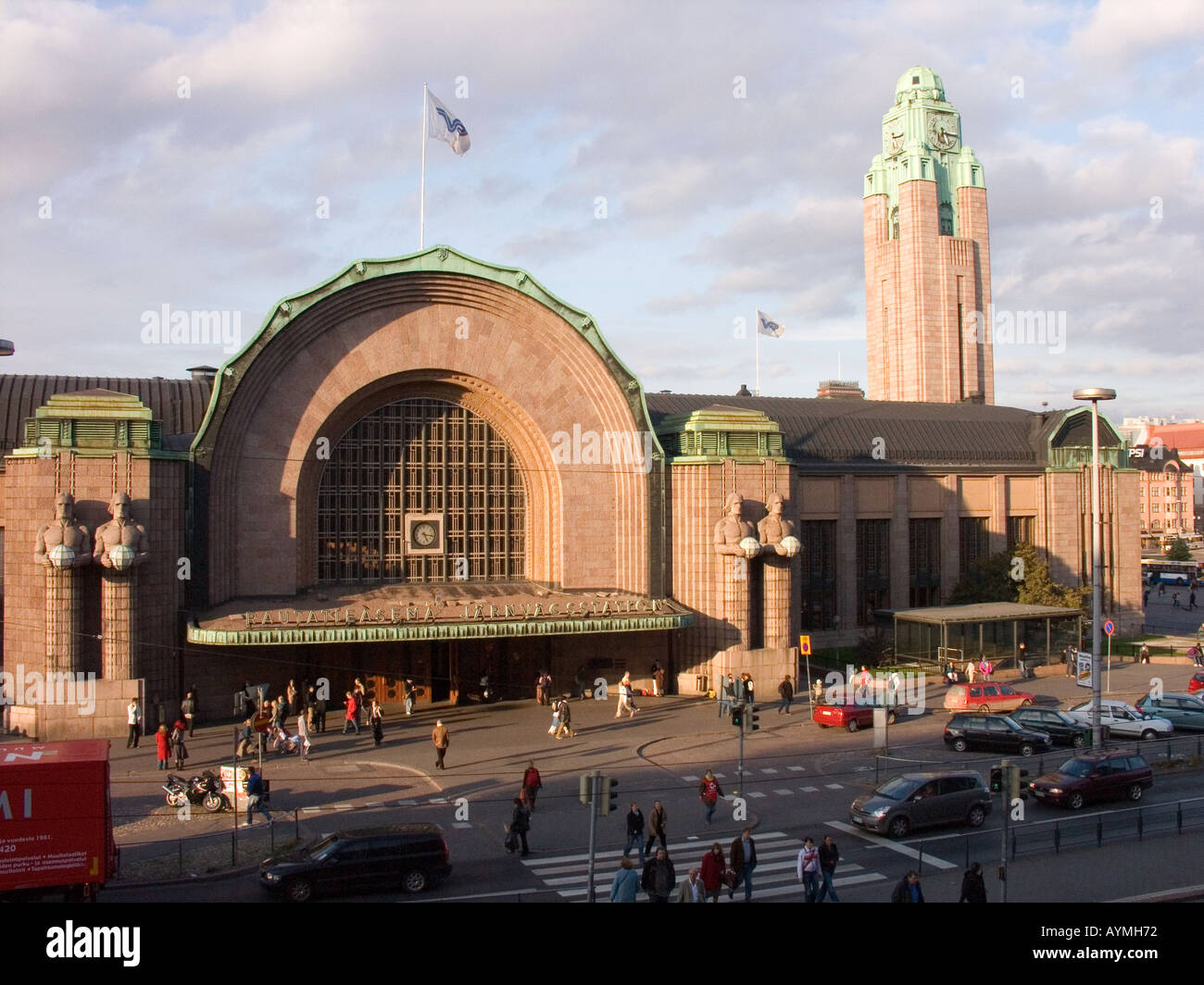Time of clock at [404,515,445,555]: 5:16
